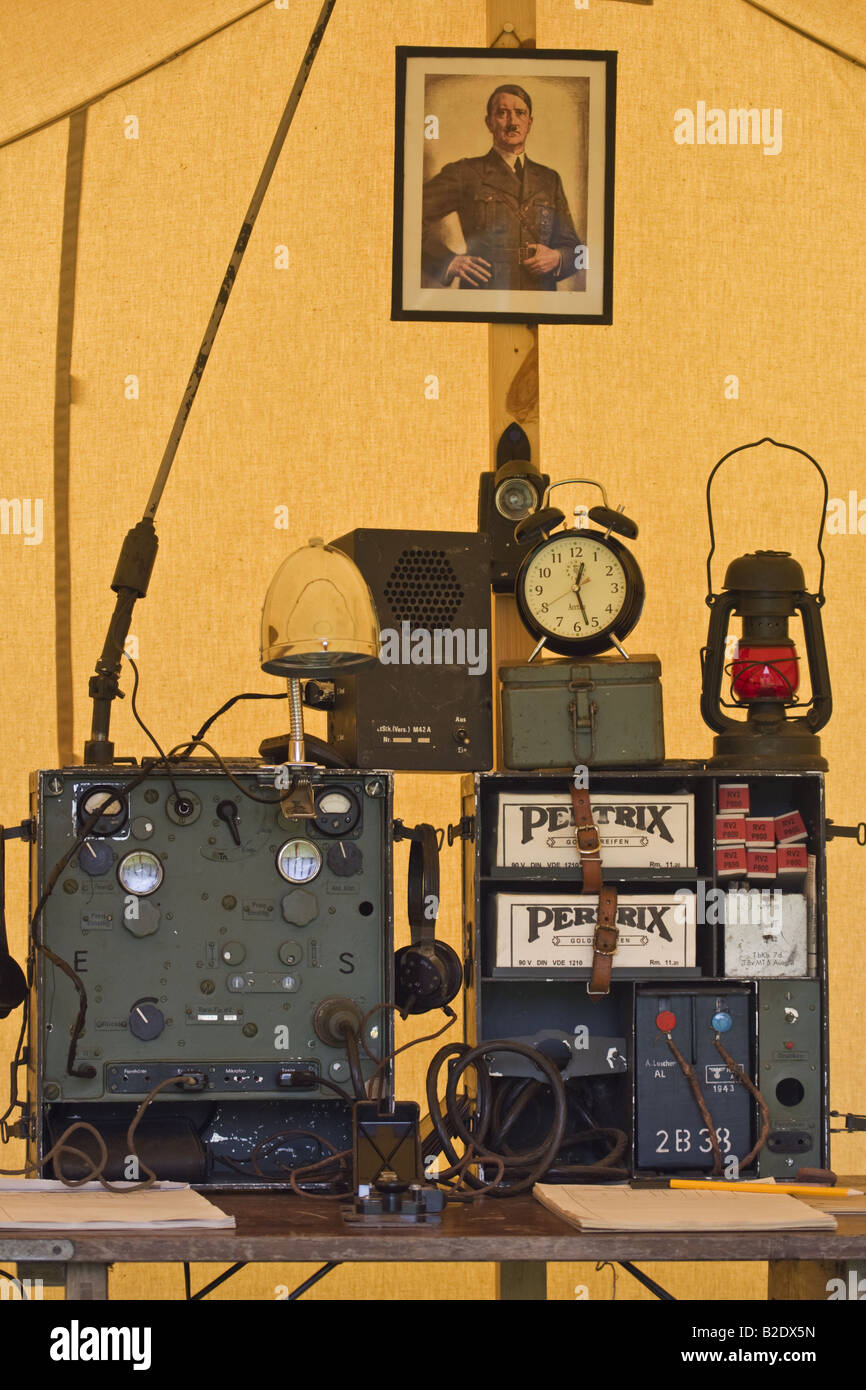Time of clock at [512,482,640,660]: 12:27
